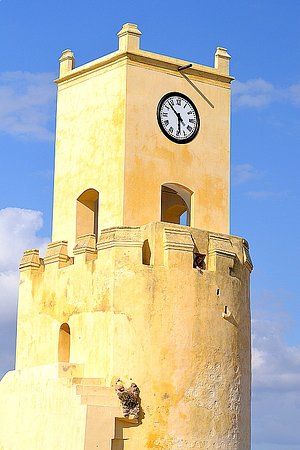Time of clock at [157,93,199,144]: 5:52
